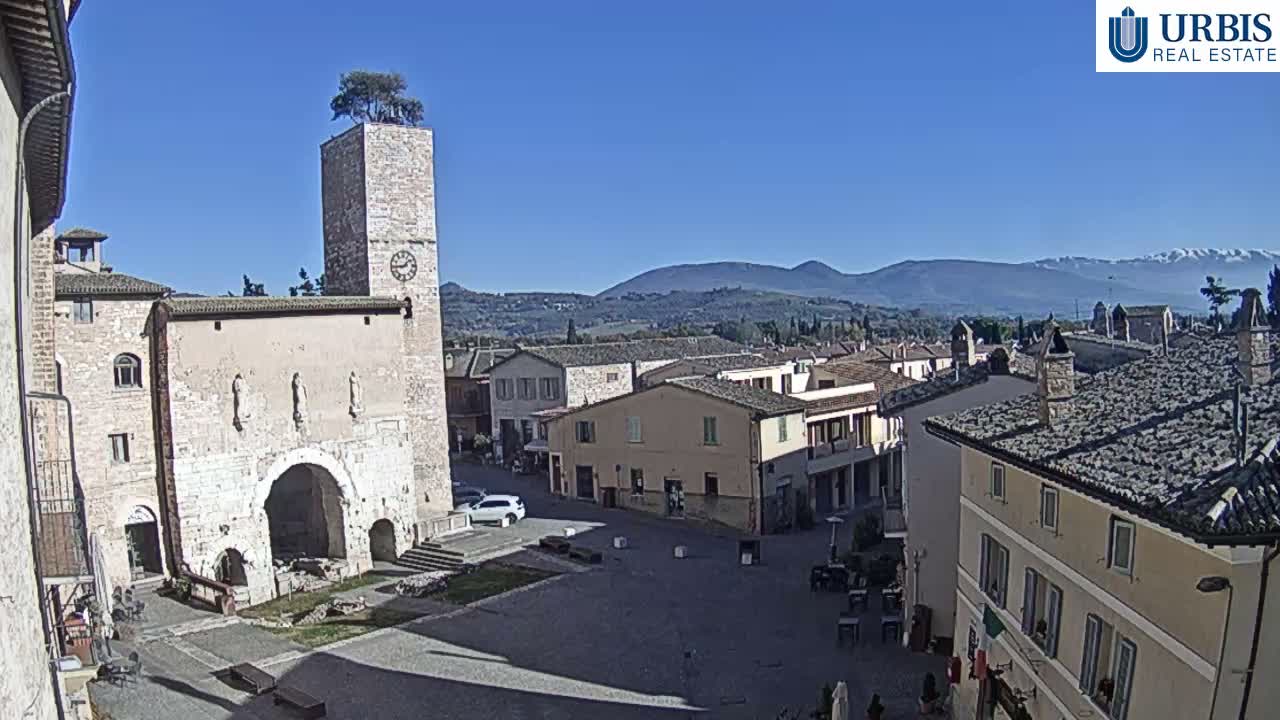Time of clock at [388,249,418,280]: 1:44
